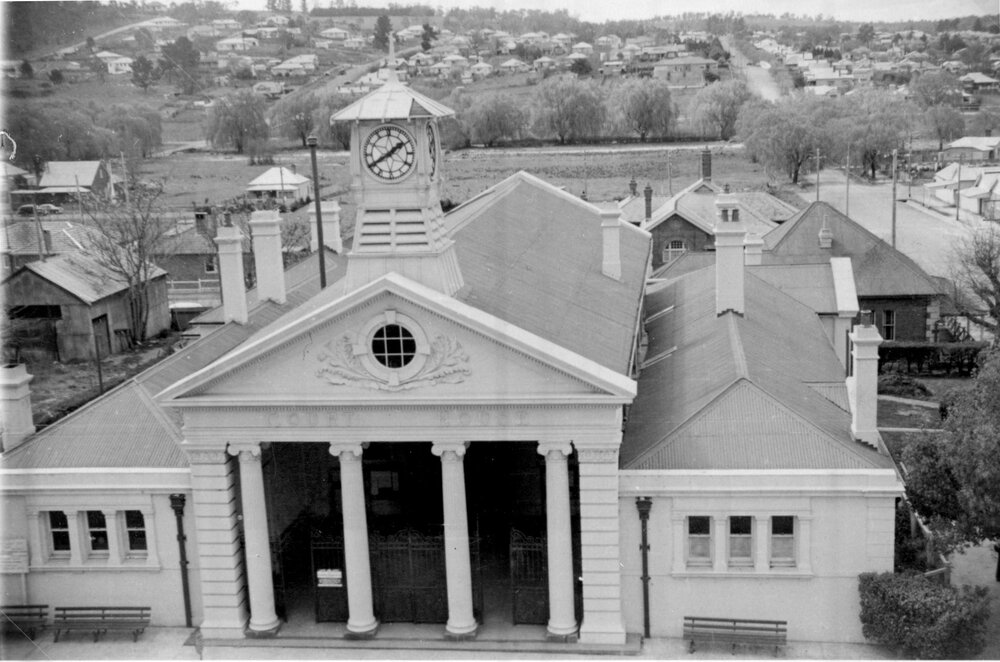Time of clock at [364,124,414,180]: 1:39
